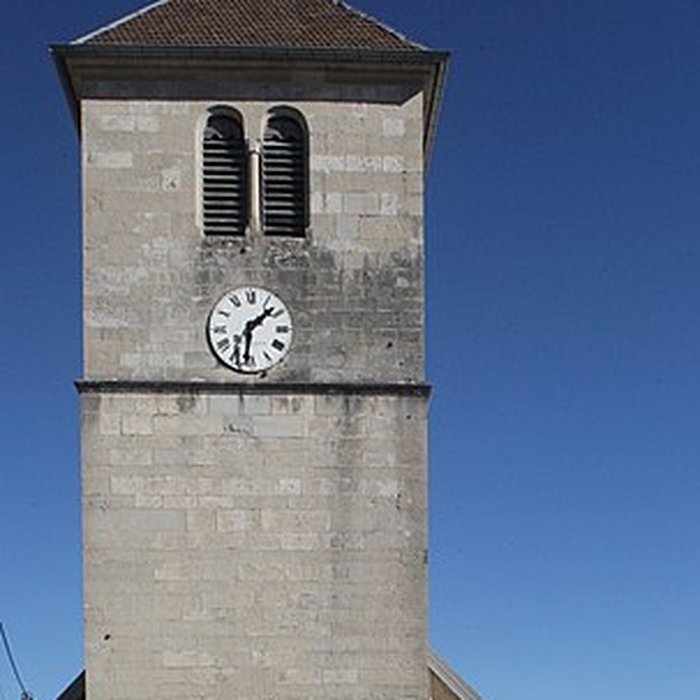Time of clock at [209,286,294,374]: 1:31
